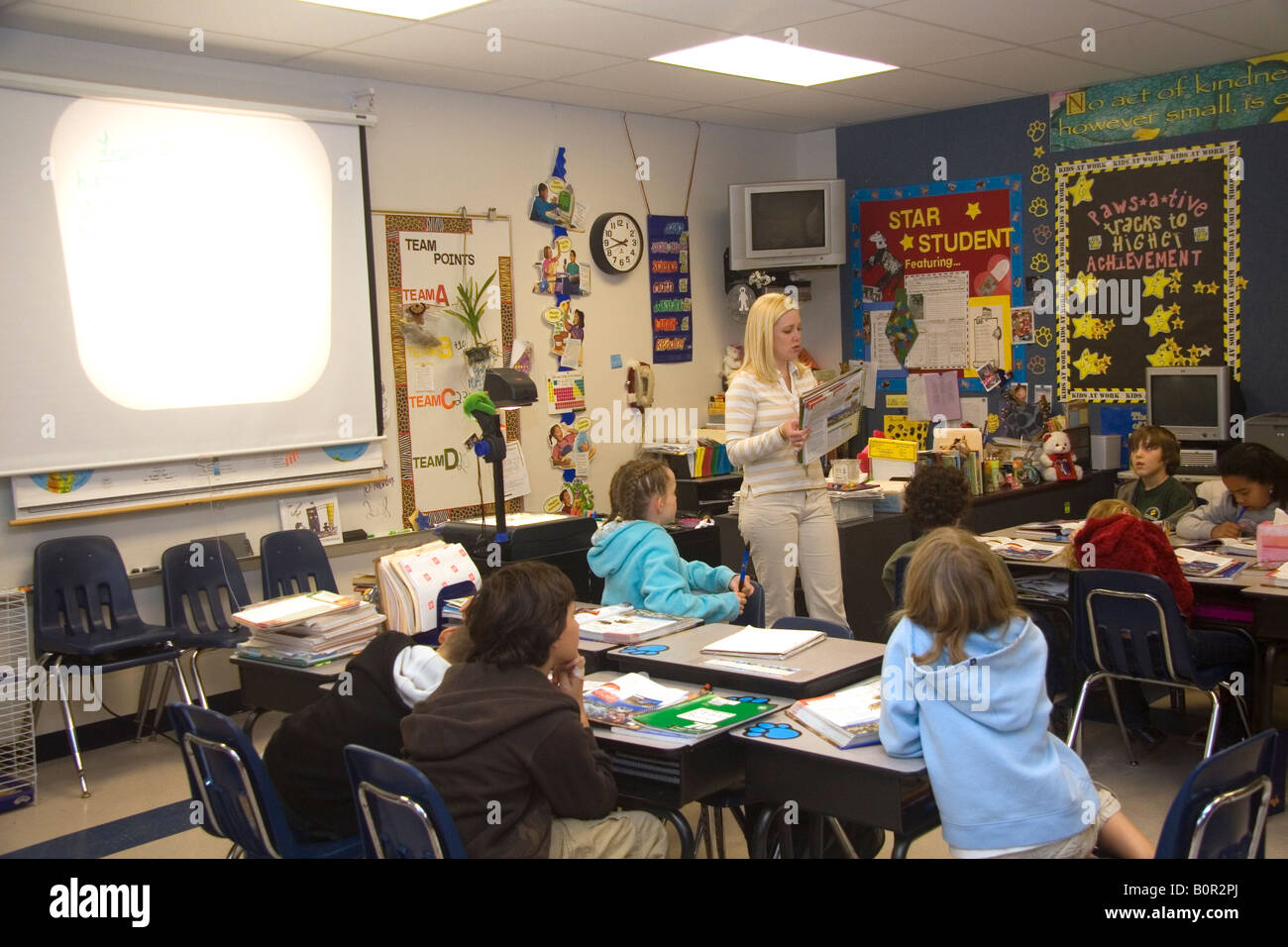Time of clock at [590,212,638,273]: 9:42
